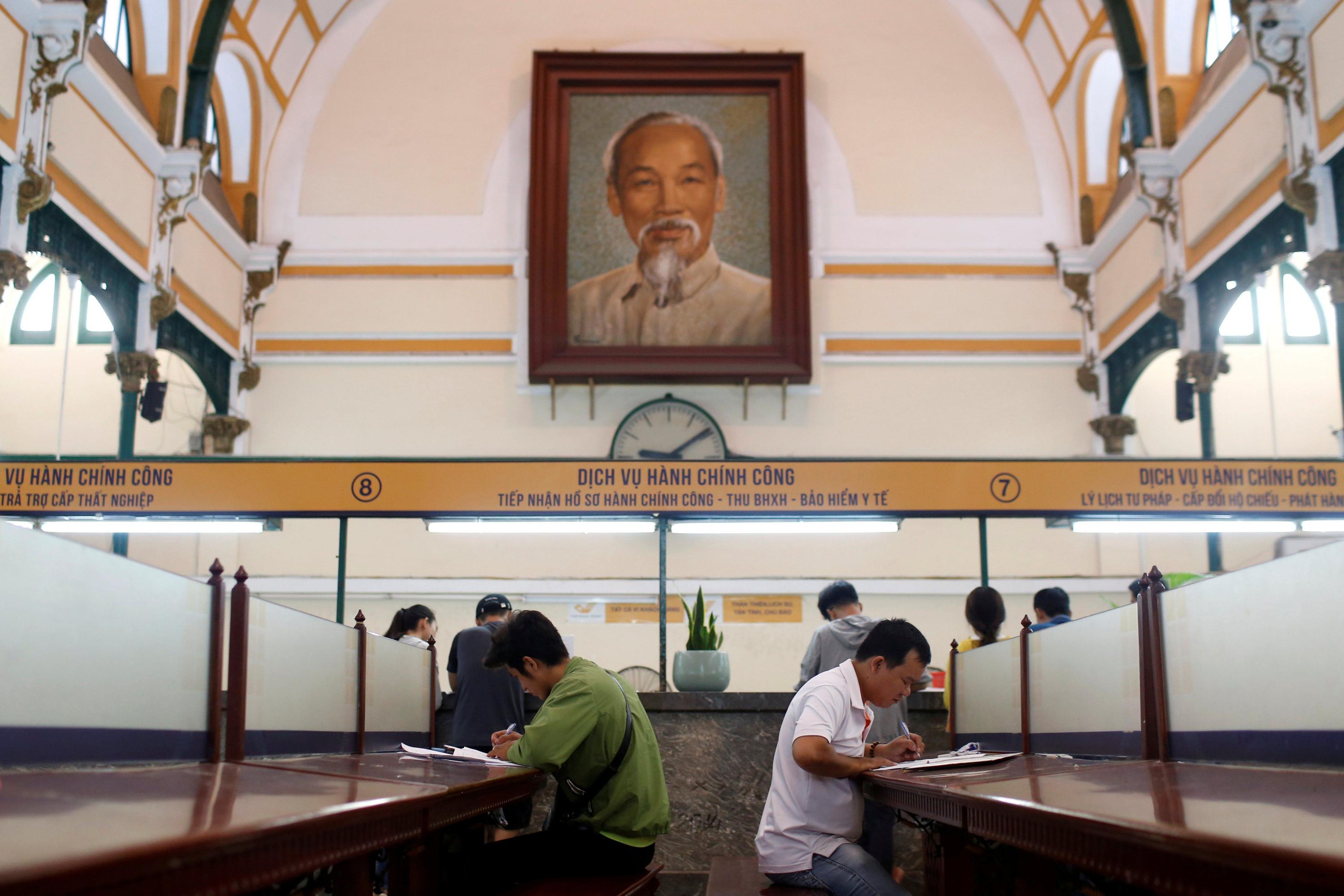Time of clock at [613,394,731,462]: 9:09
